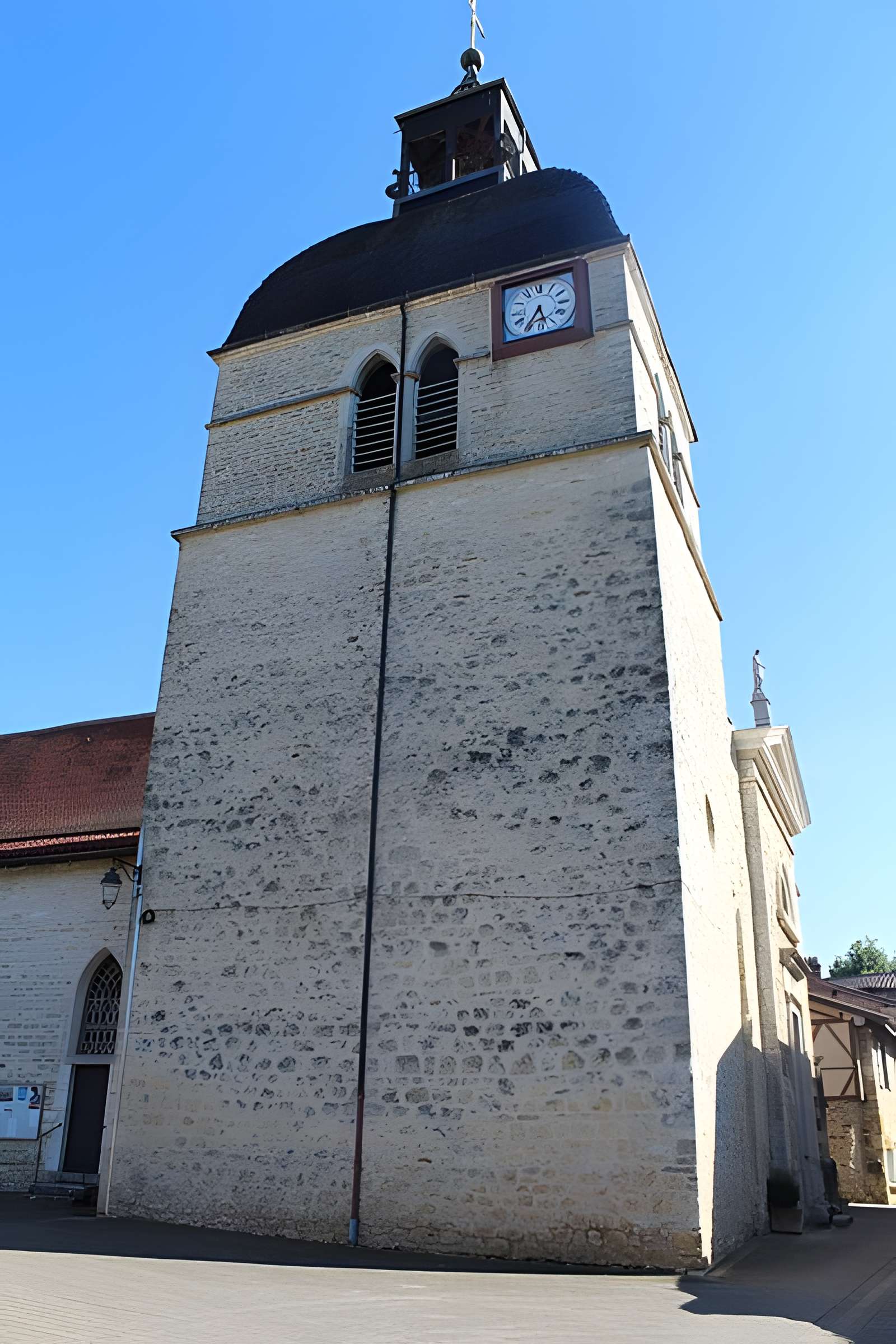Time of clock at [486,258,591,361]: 5:35
